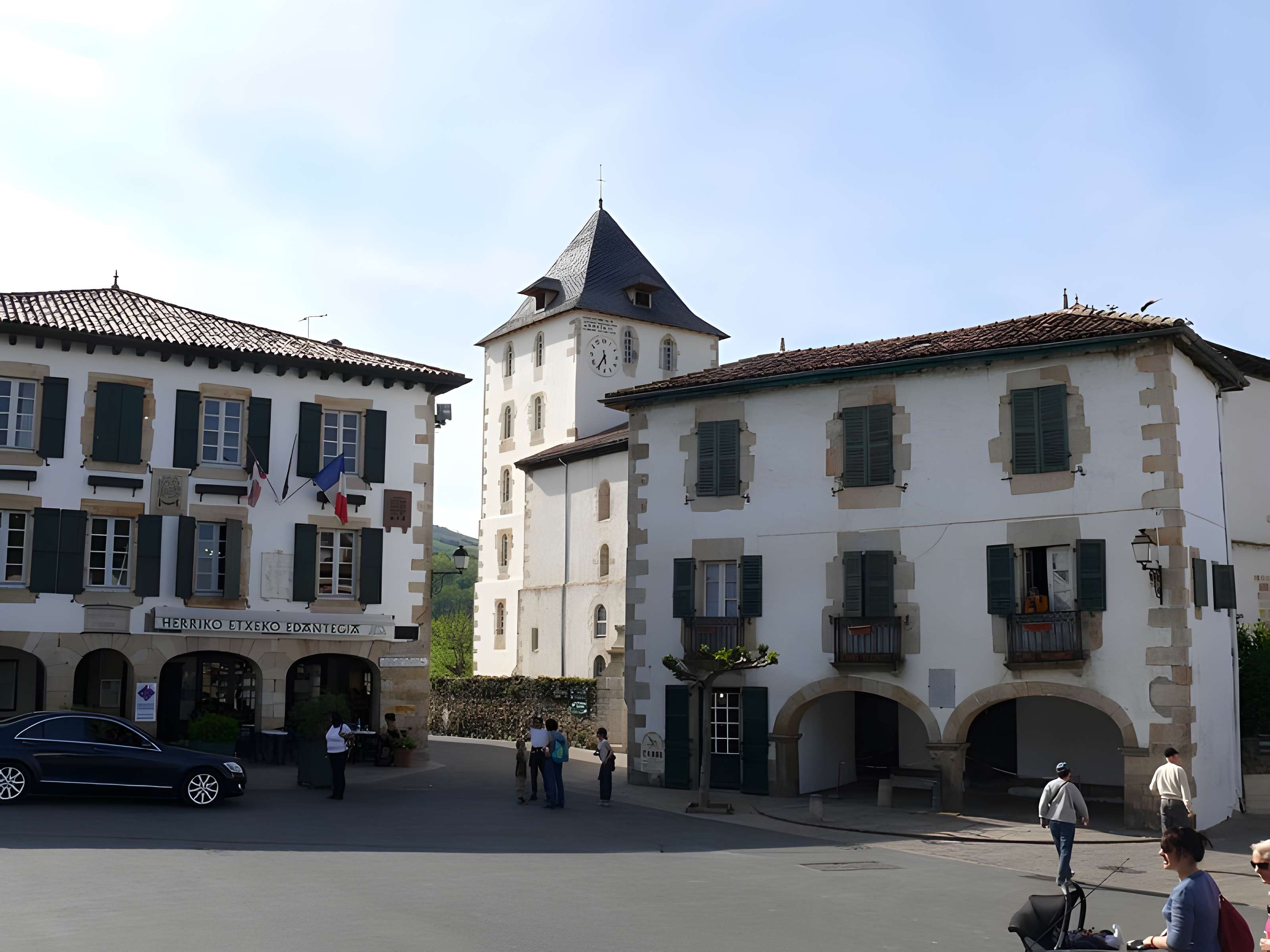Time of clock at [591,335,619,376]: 5:35
